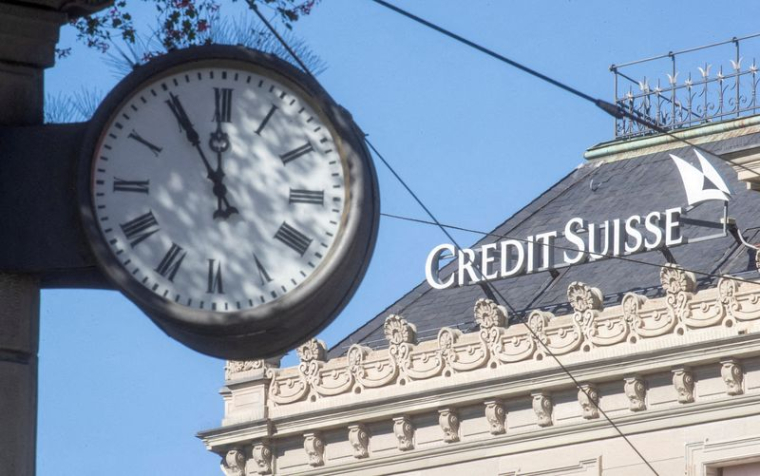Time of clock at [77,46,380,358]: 11:55
